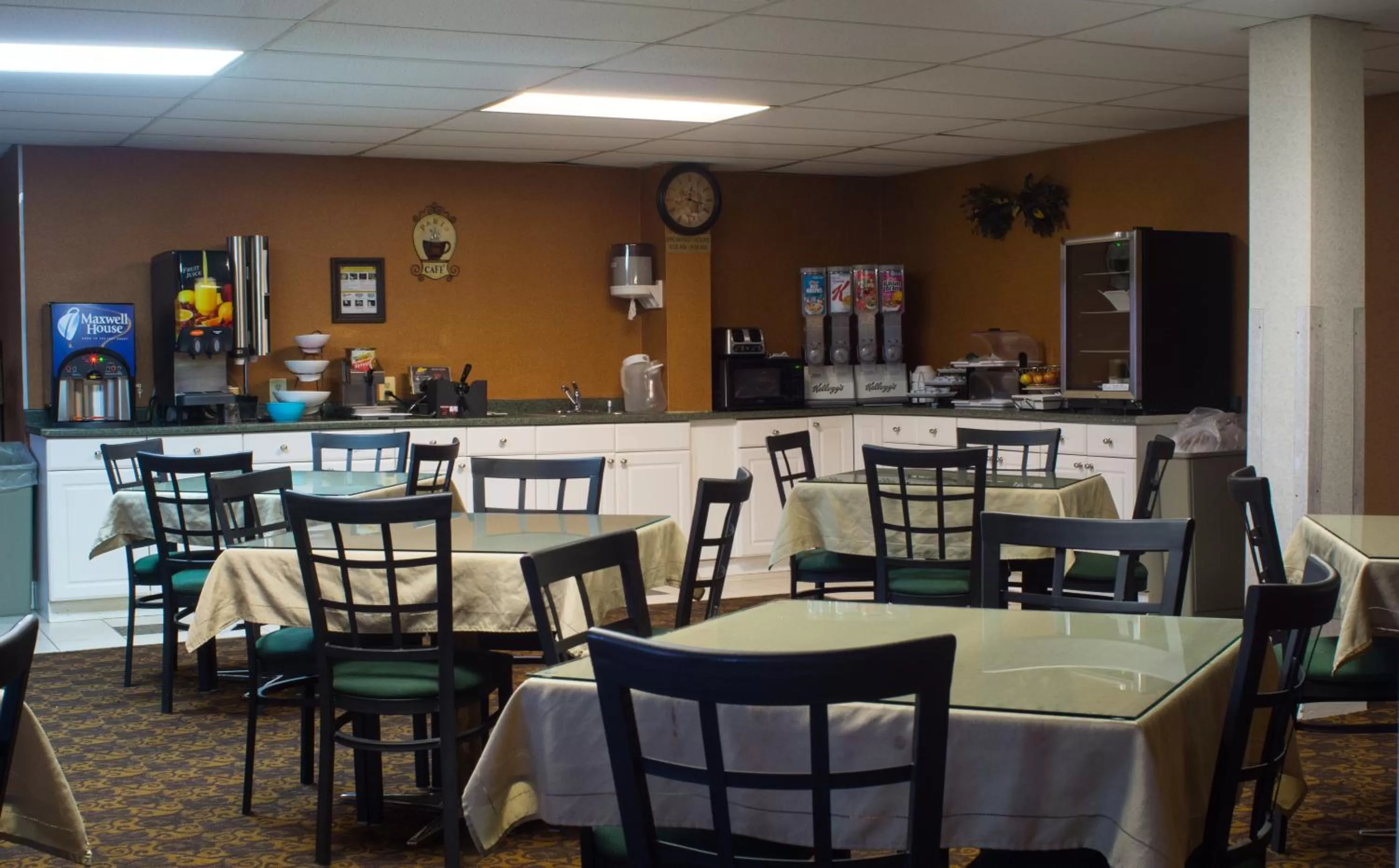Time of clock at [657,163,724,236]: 12:18
